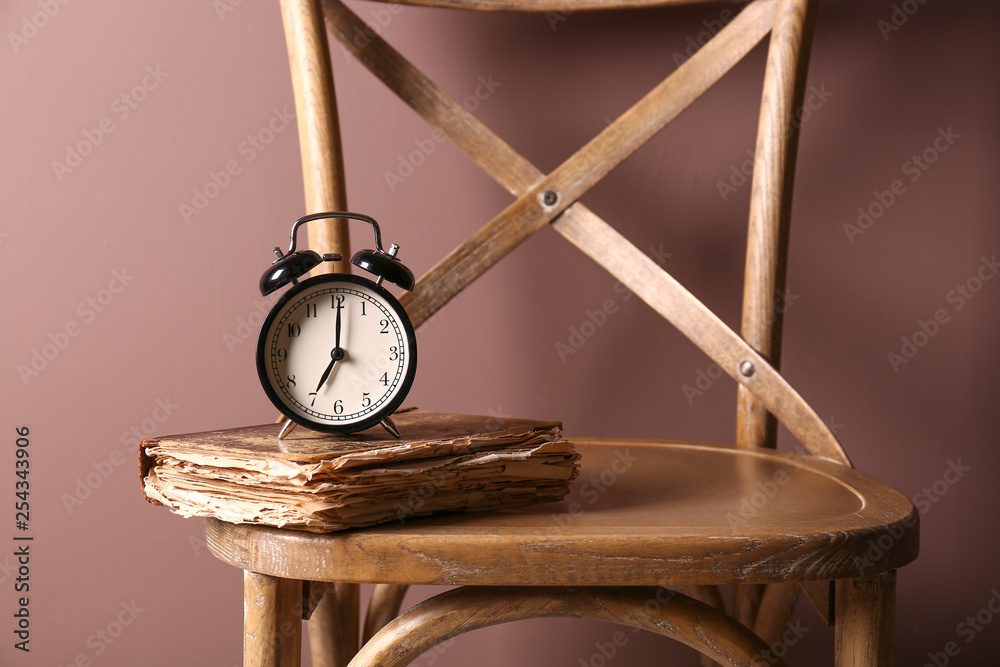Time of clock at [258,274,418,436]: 7:00
